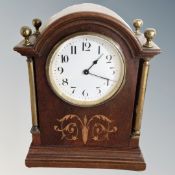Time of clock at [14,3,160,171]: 1:18
